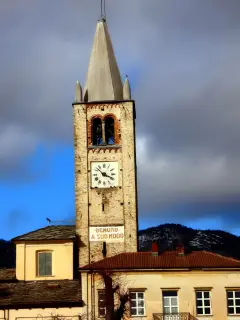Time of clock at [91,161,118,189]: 3:52
